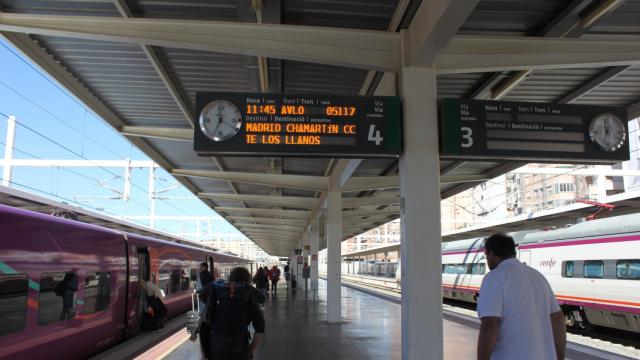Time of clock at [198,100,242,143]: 11:33
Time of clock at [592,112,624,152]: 11:33
